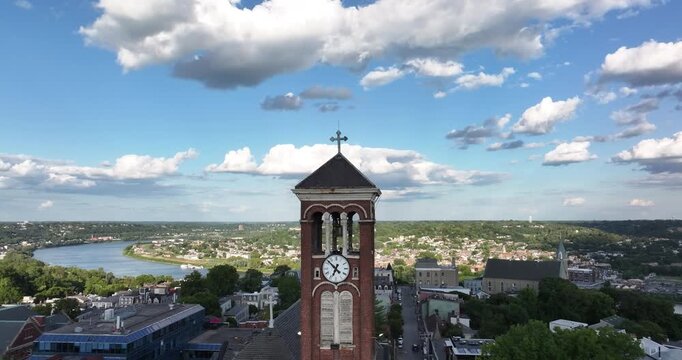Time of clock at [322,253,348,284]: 6:52
